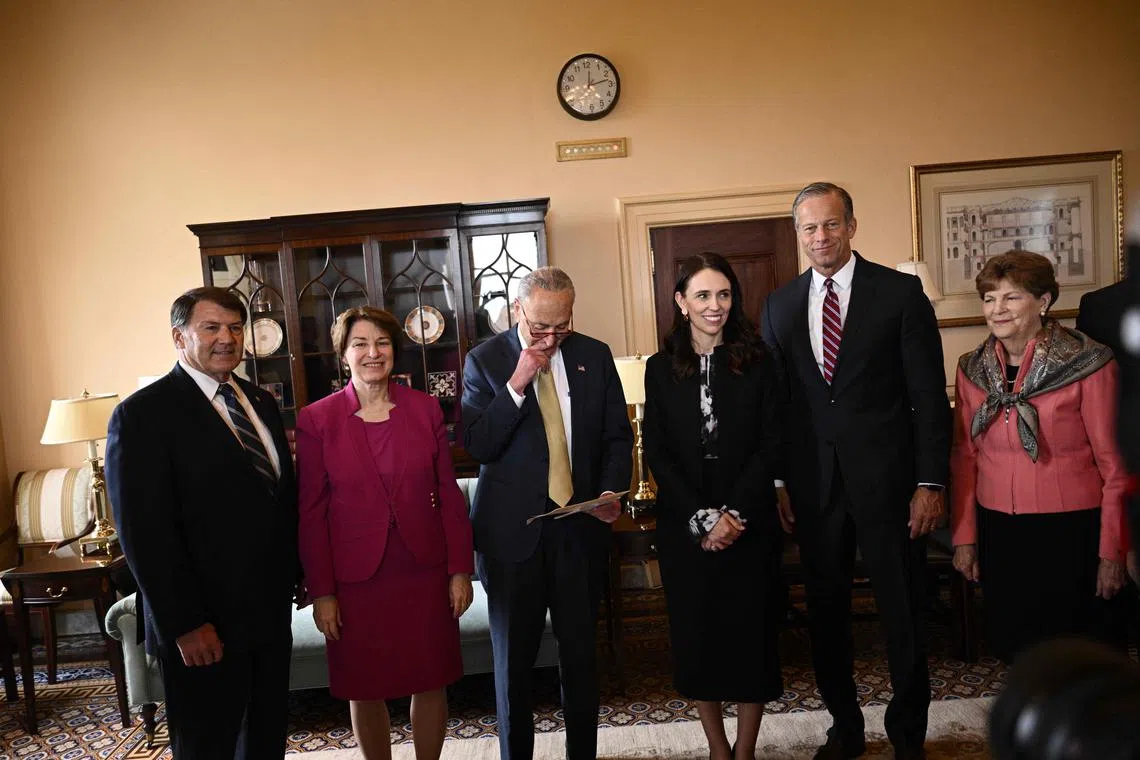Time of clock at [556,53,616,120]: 12:13
